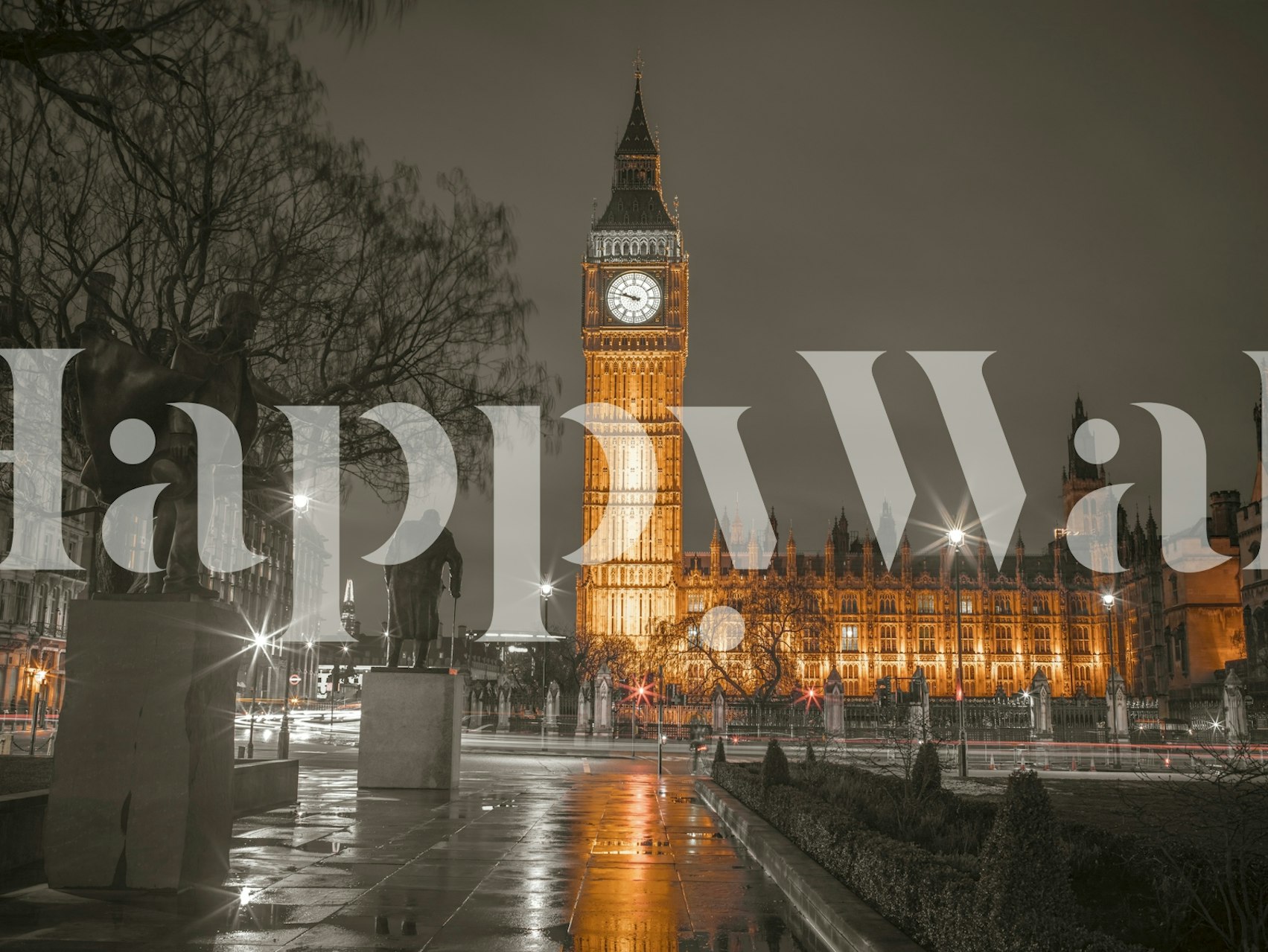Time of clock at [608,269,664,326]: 9:47
